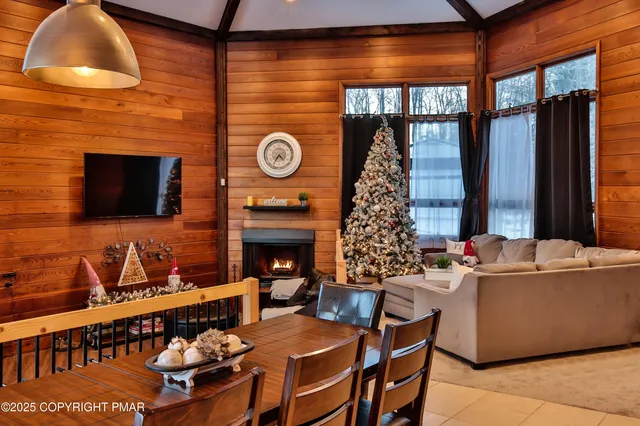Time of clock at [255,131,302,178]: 4:35
